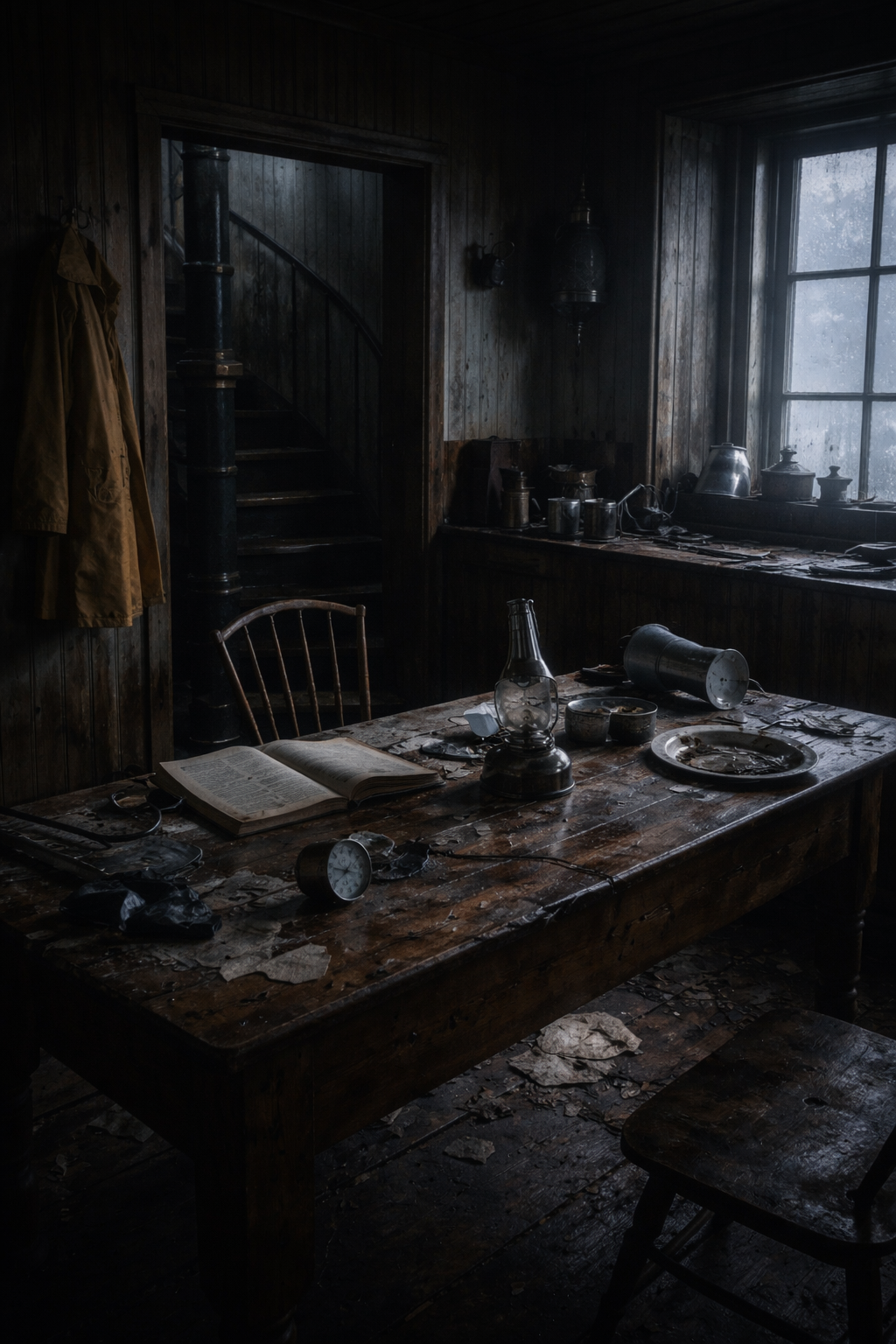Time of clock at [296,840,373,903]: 7:45
